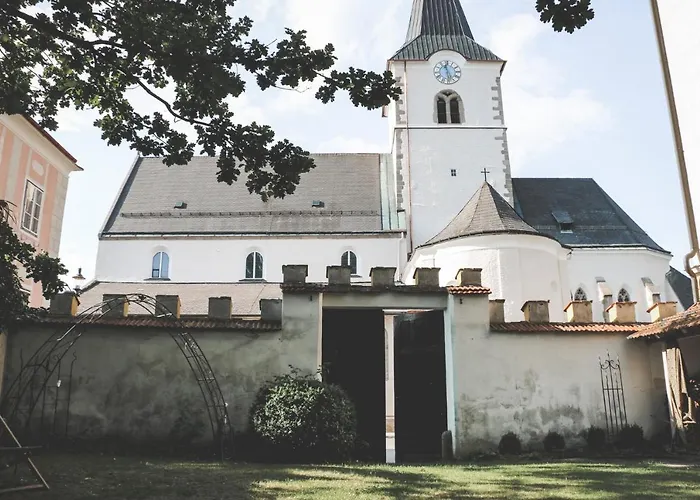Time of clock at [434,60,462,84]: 11:28
